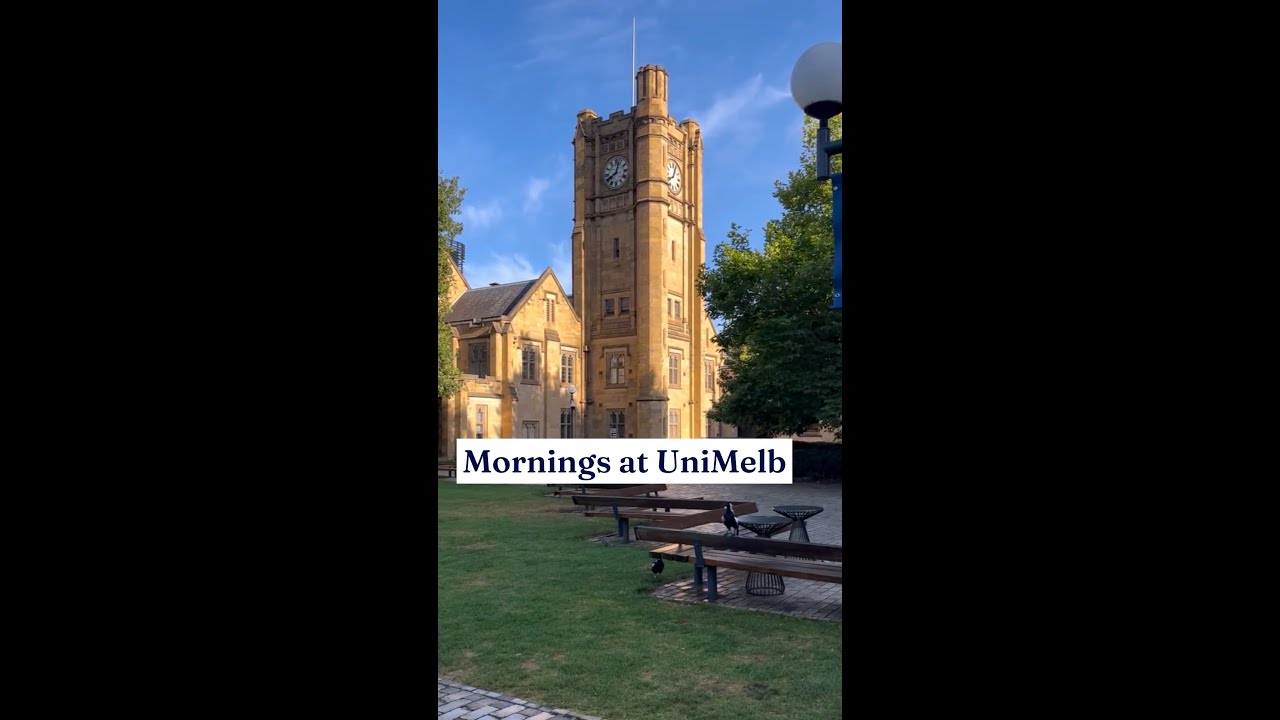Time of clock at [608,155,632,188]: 8:03
